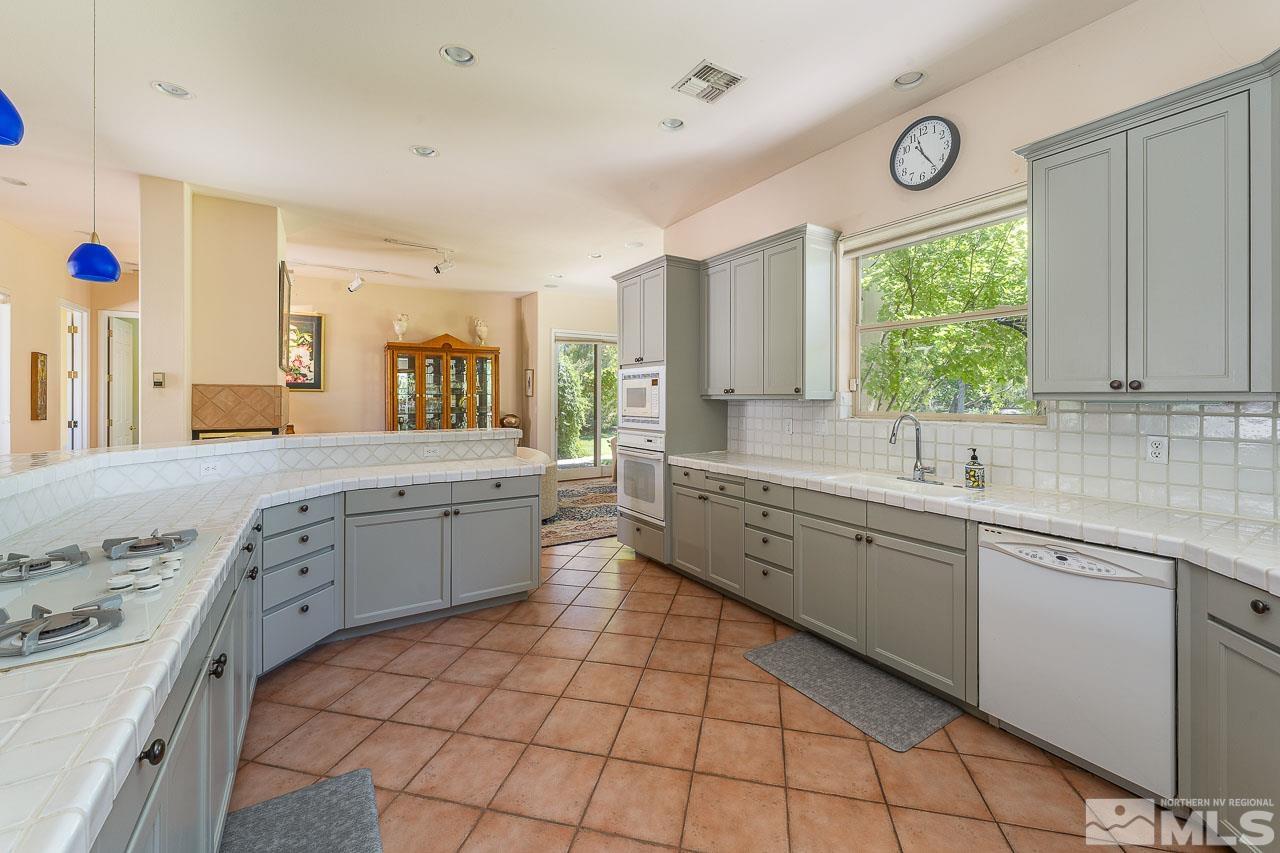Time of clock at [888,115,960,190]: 11:23
